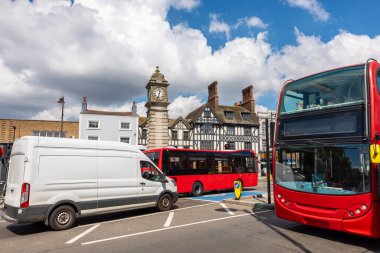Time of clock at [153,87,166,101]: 12:32
